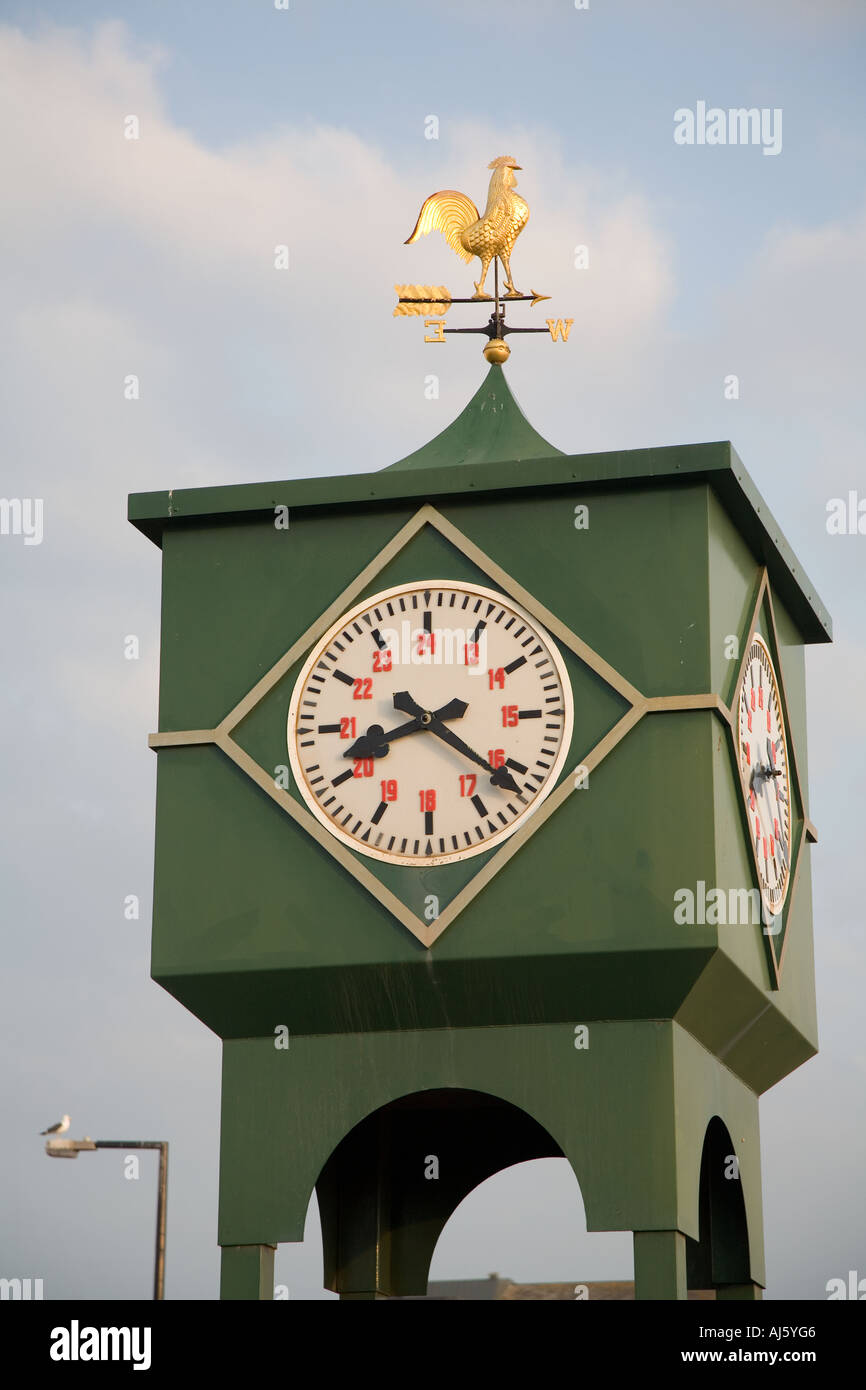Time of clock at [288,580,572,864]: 8:21
